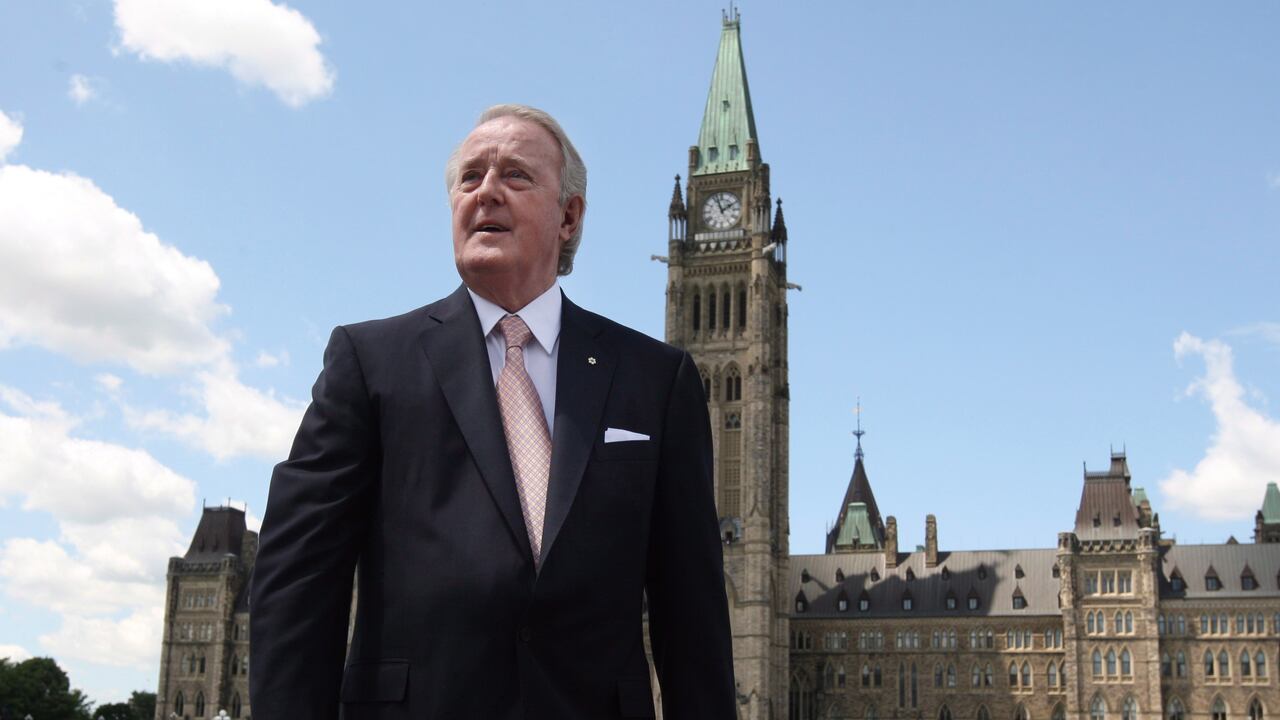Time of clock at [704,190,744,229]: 1:57
